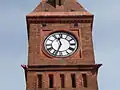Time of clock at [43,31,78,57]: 11:33
